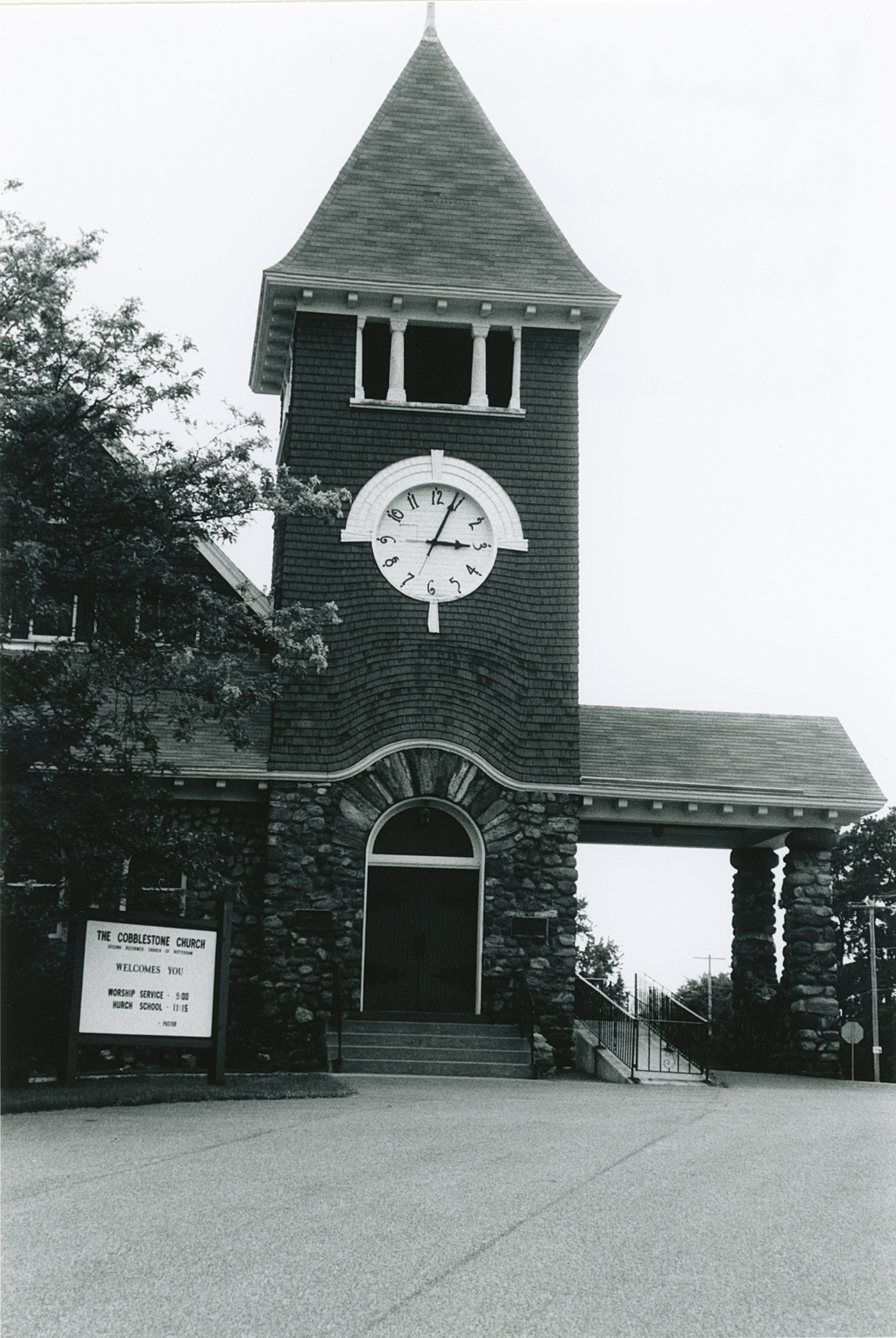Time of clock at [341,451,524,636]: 3:03
